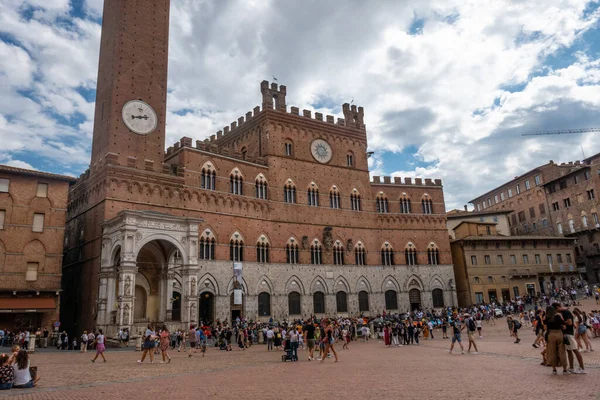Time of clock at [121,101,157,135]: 8:12
